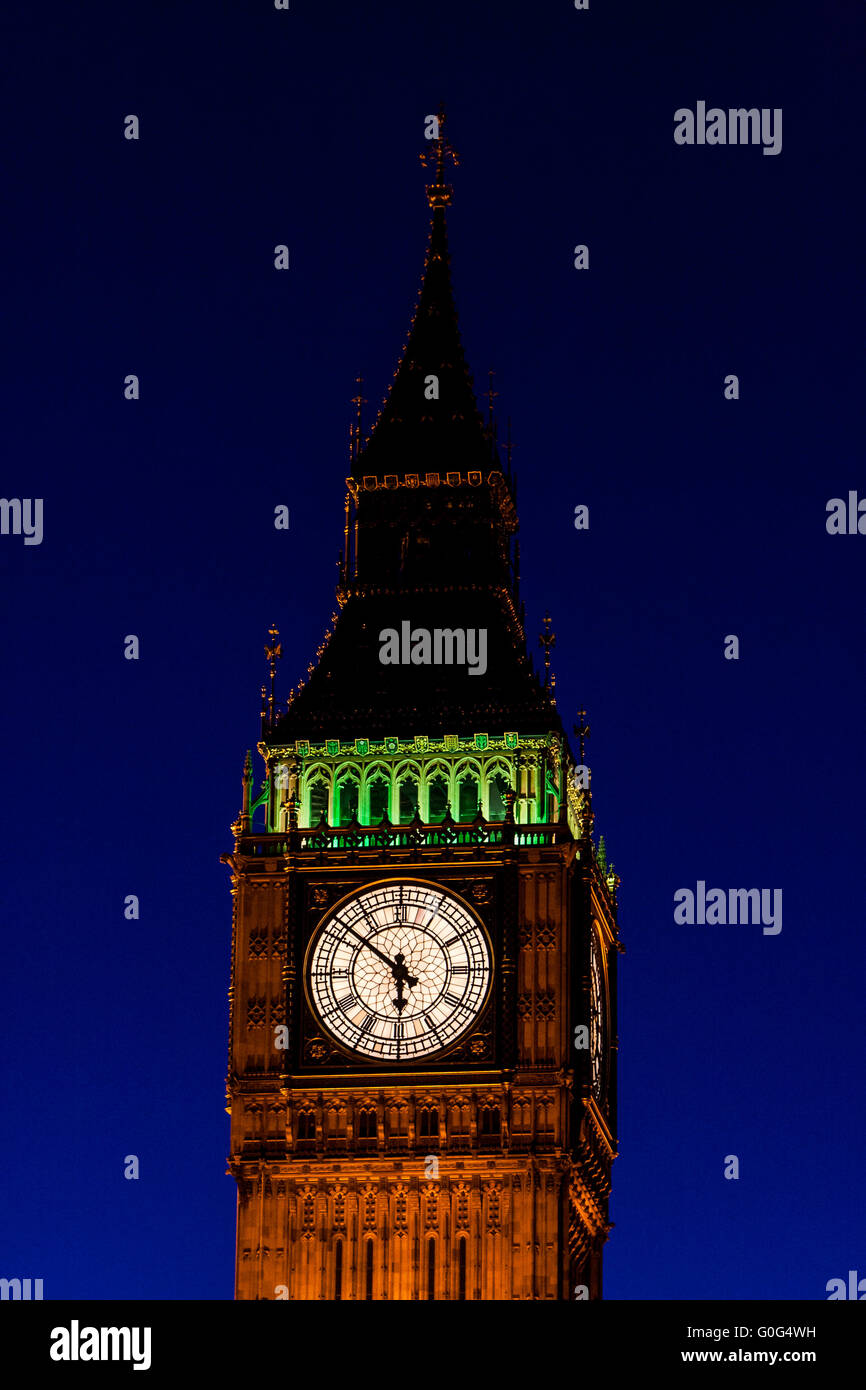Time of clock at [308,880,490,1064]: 5:51
